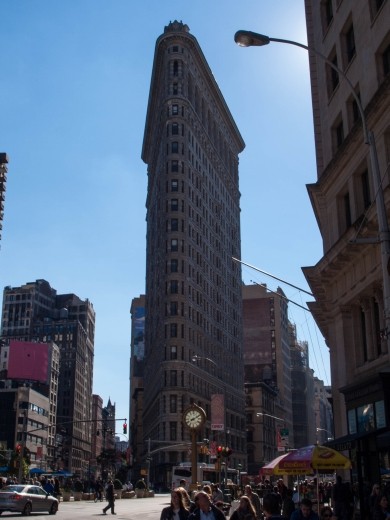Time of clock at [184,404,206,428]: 8:09
